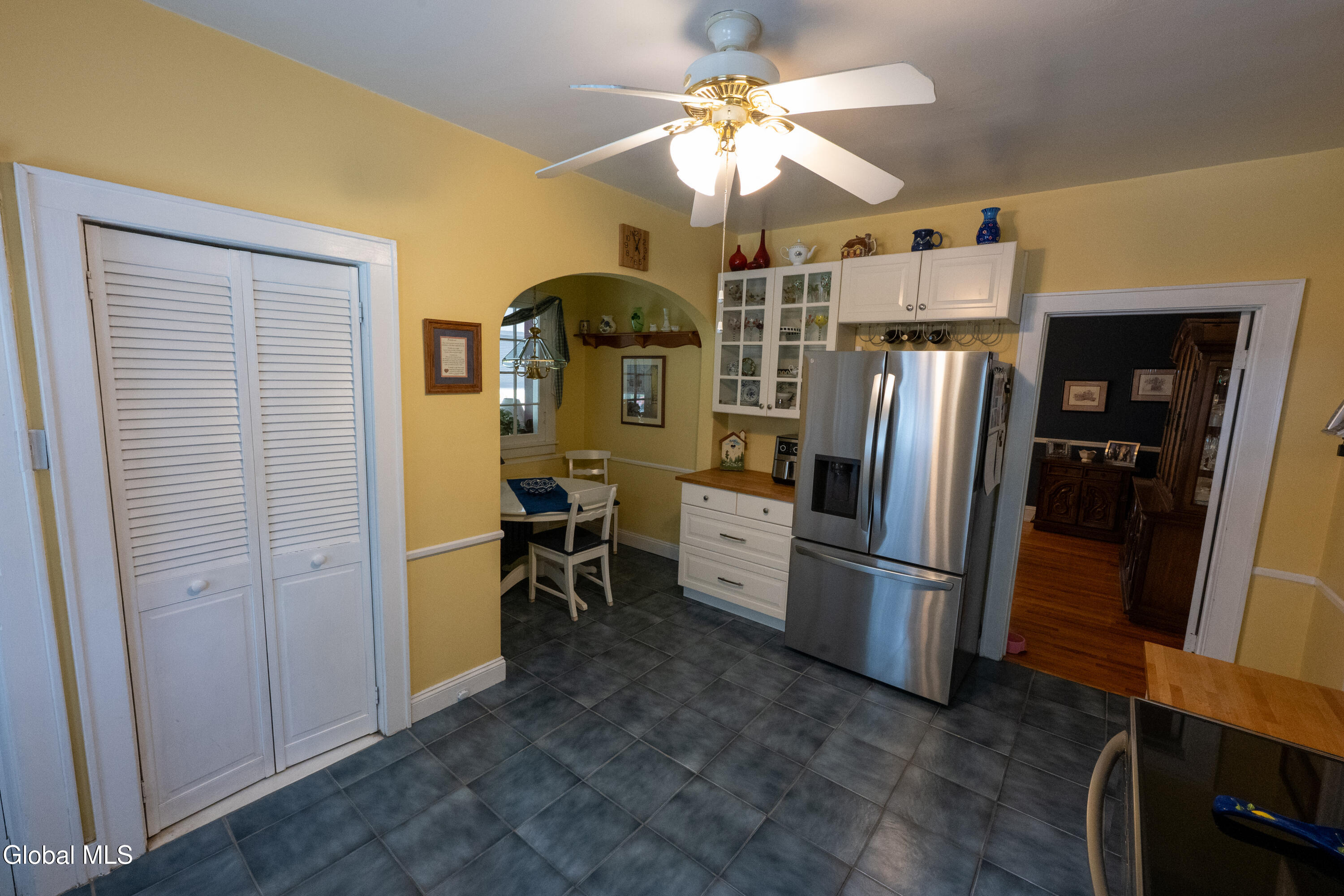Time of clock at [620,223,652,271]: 12:56
